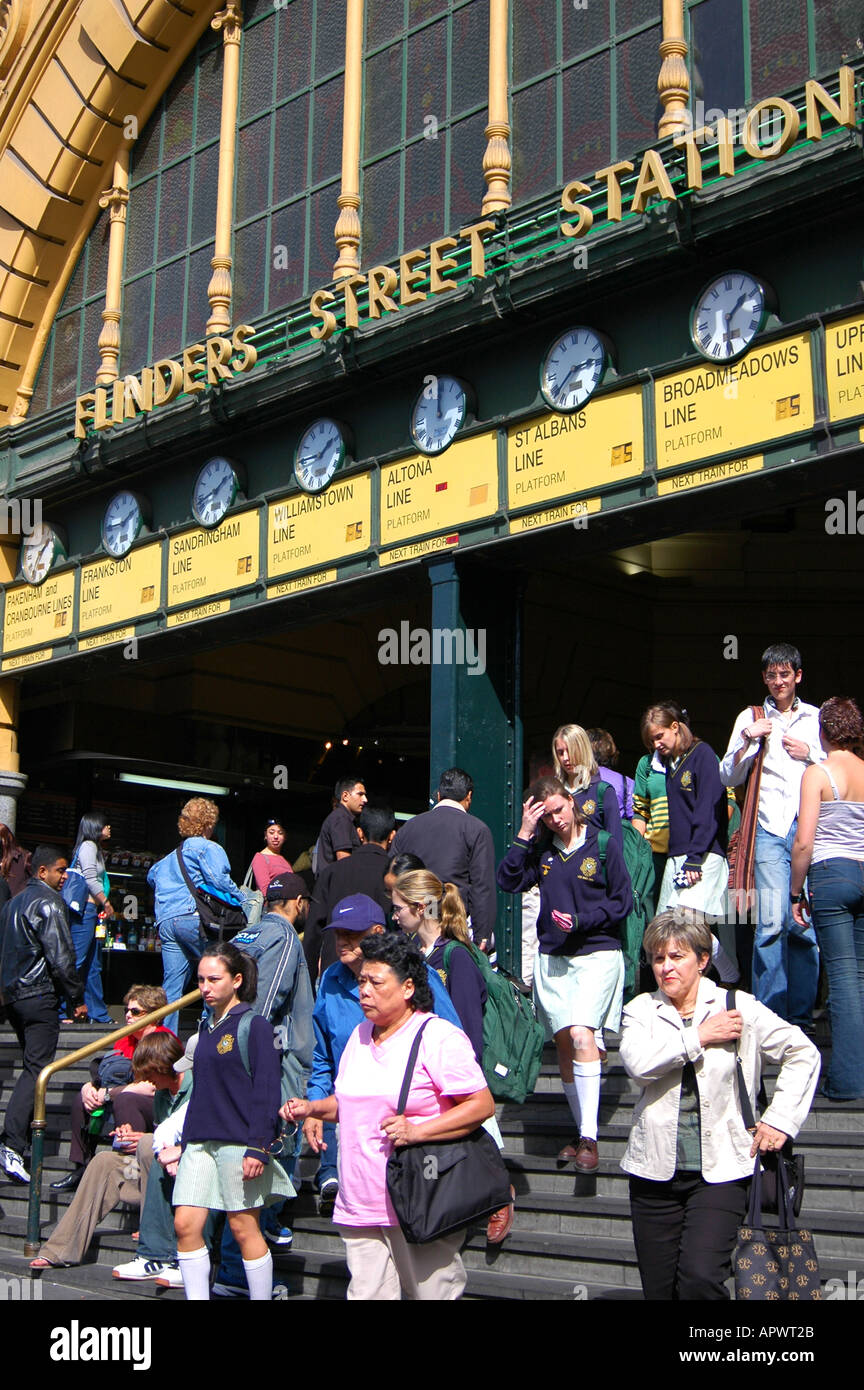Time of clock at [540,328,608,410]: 2:38
